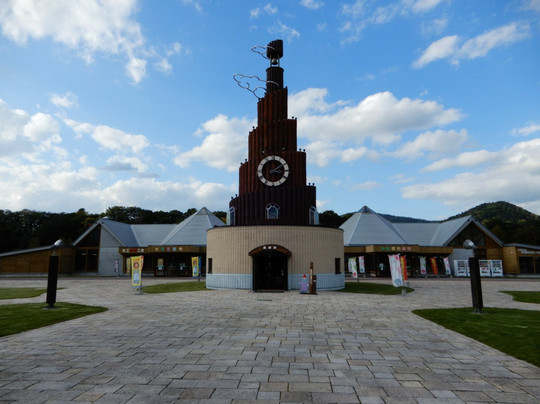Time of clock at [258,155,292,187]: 3:09
